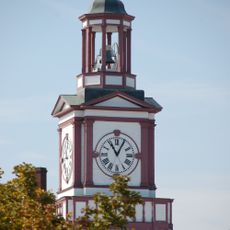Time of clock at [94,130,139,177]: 11:04
